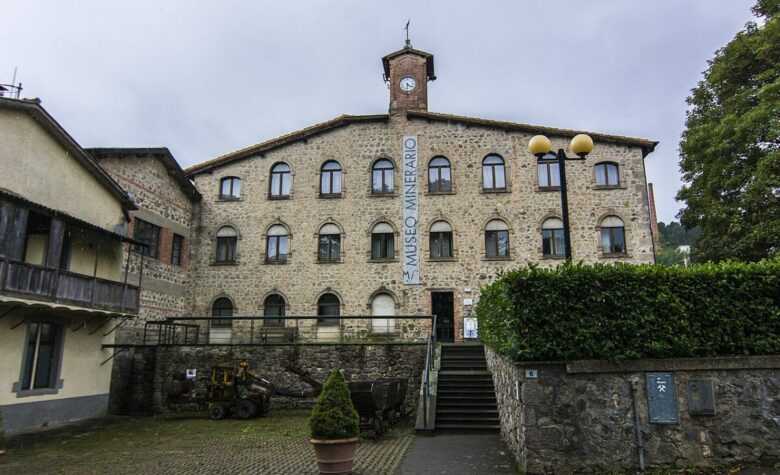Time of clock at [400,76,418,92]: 4:31
